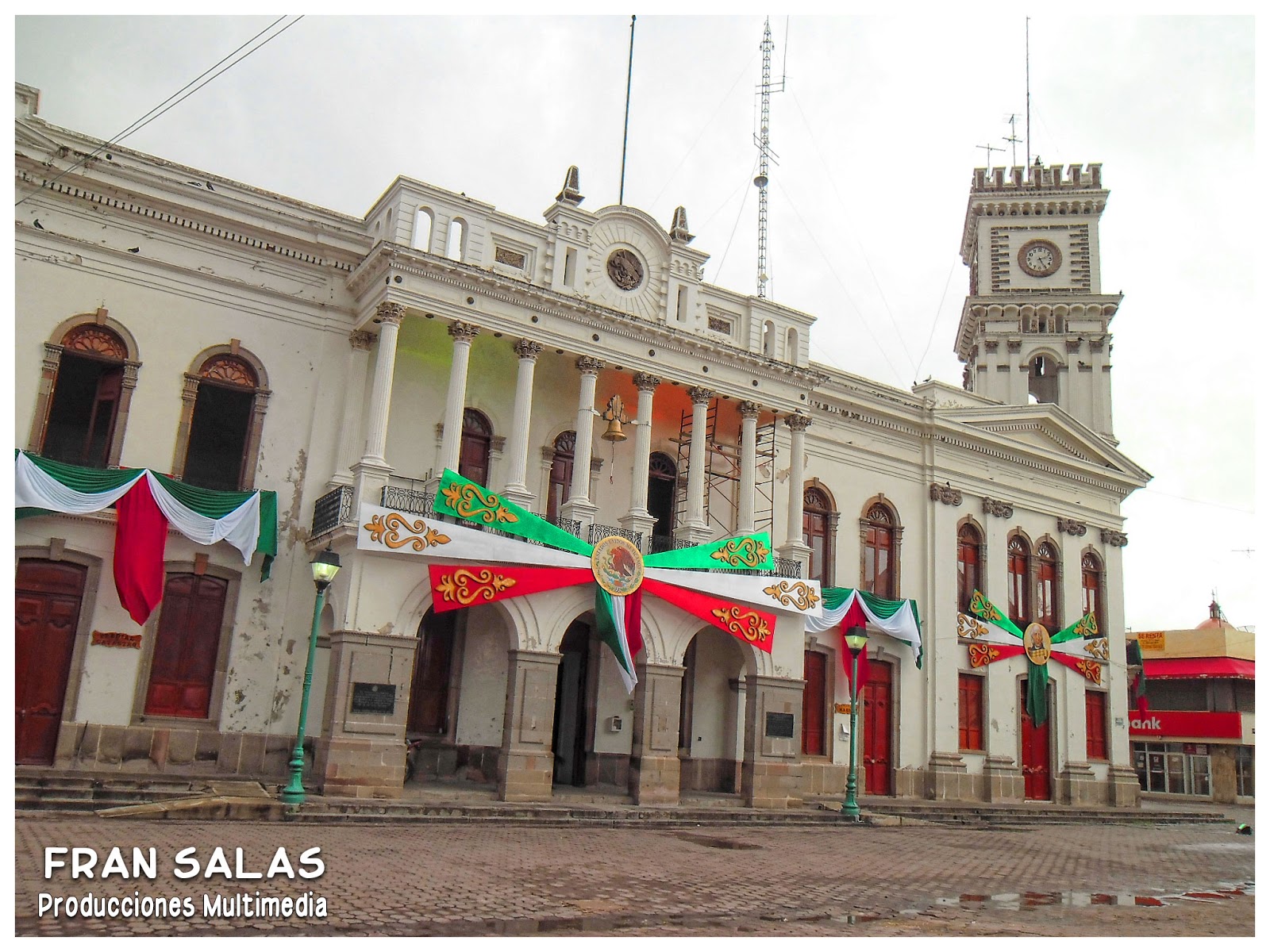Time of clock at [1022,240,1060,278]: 2:25
